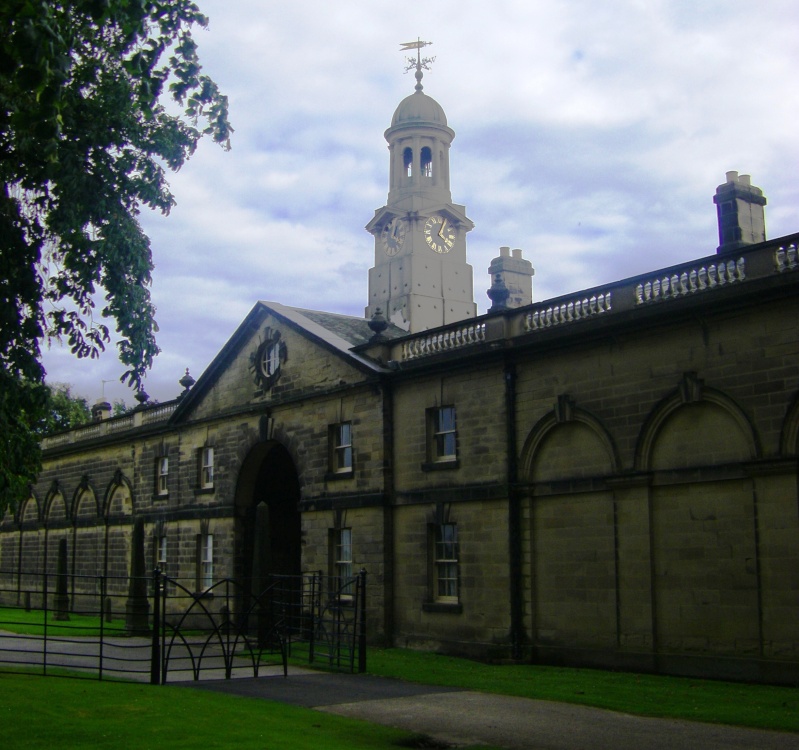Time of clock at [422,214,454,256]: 4:04
